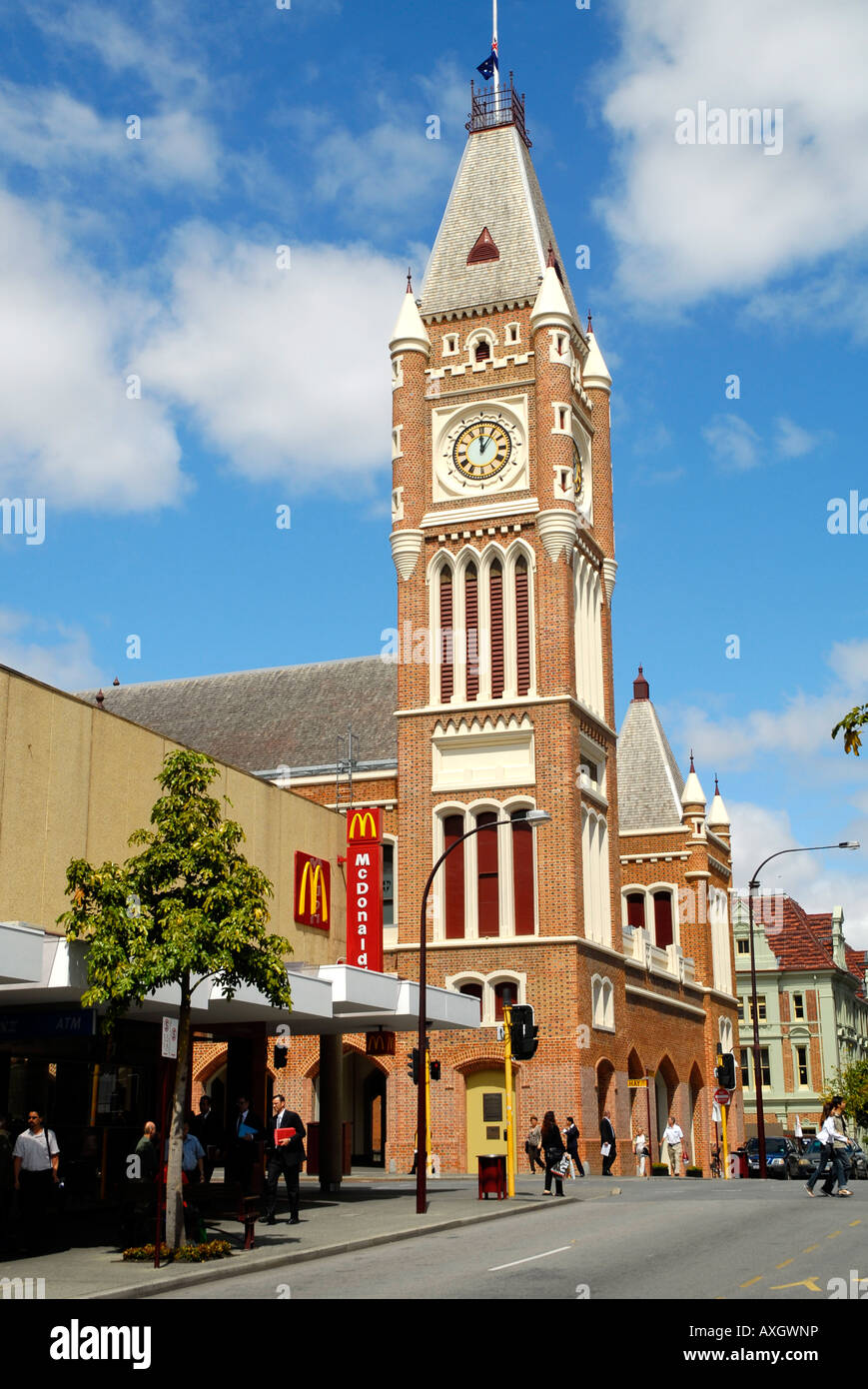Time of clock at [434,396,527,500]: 12:05
